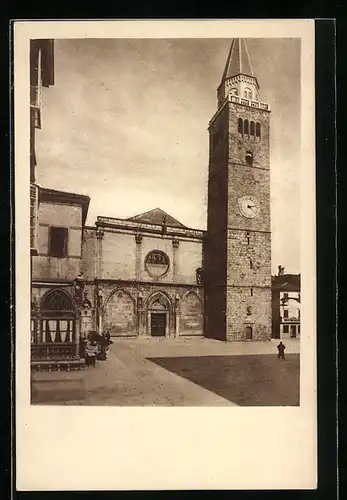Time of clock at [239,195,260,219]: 4:12
